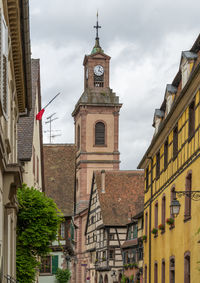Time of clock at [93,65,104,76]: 4:02
